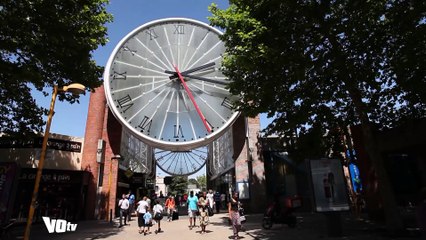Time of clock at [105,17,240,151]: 2:16
